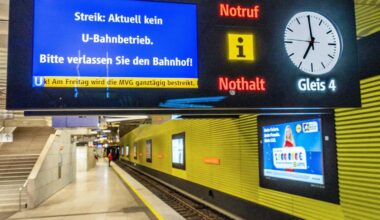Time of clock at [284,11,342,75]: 6:59
